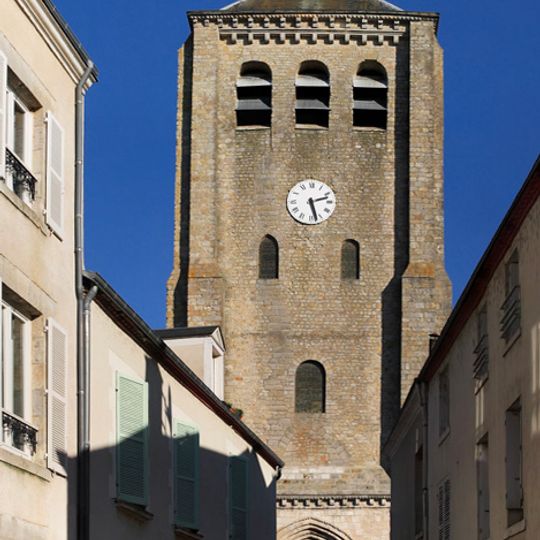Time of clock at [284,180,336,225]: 2:27
